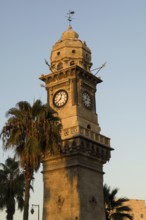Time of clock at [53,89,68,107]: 12:38
